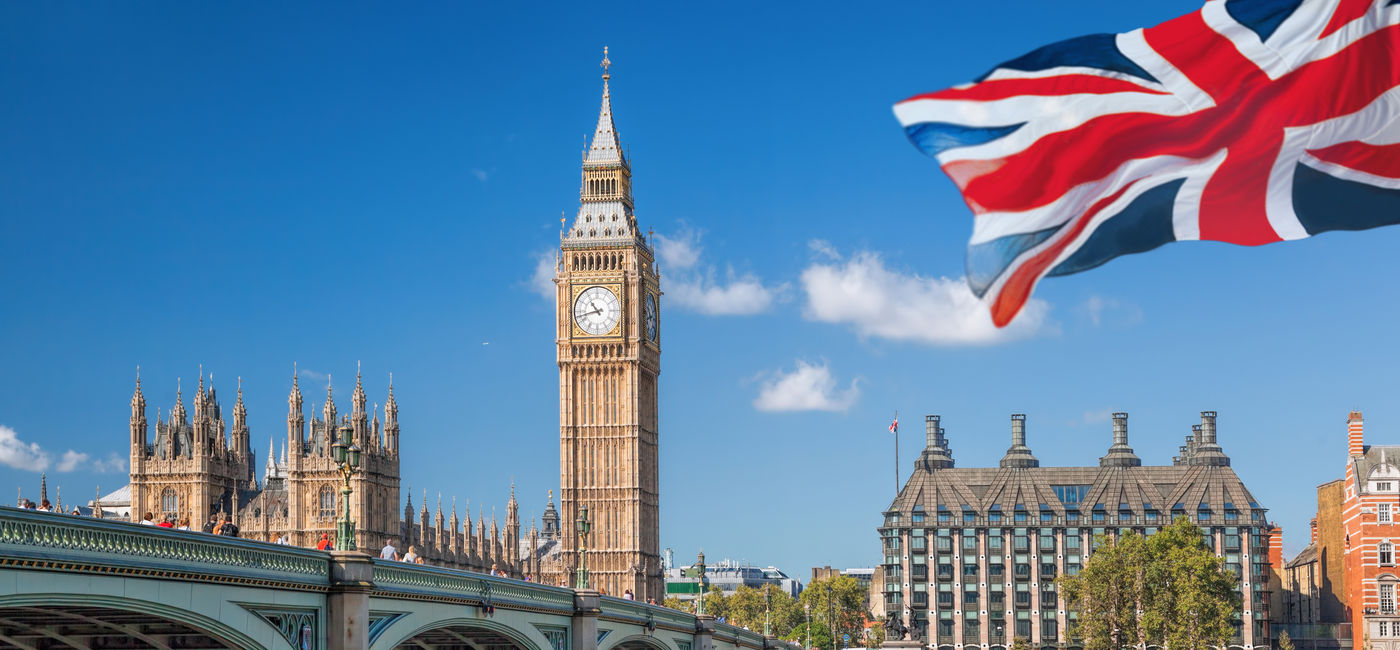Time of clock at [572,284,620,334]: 10:42
